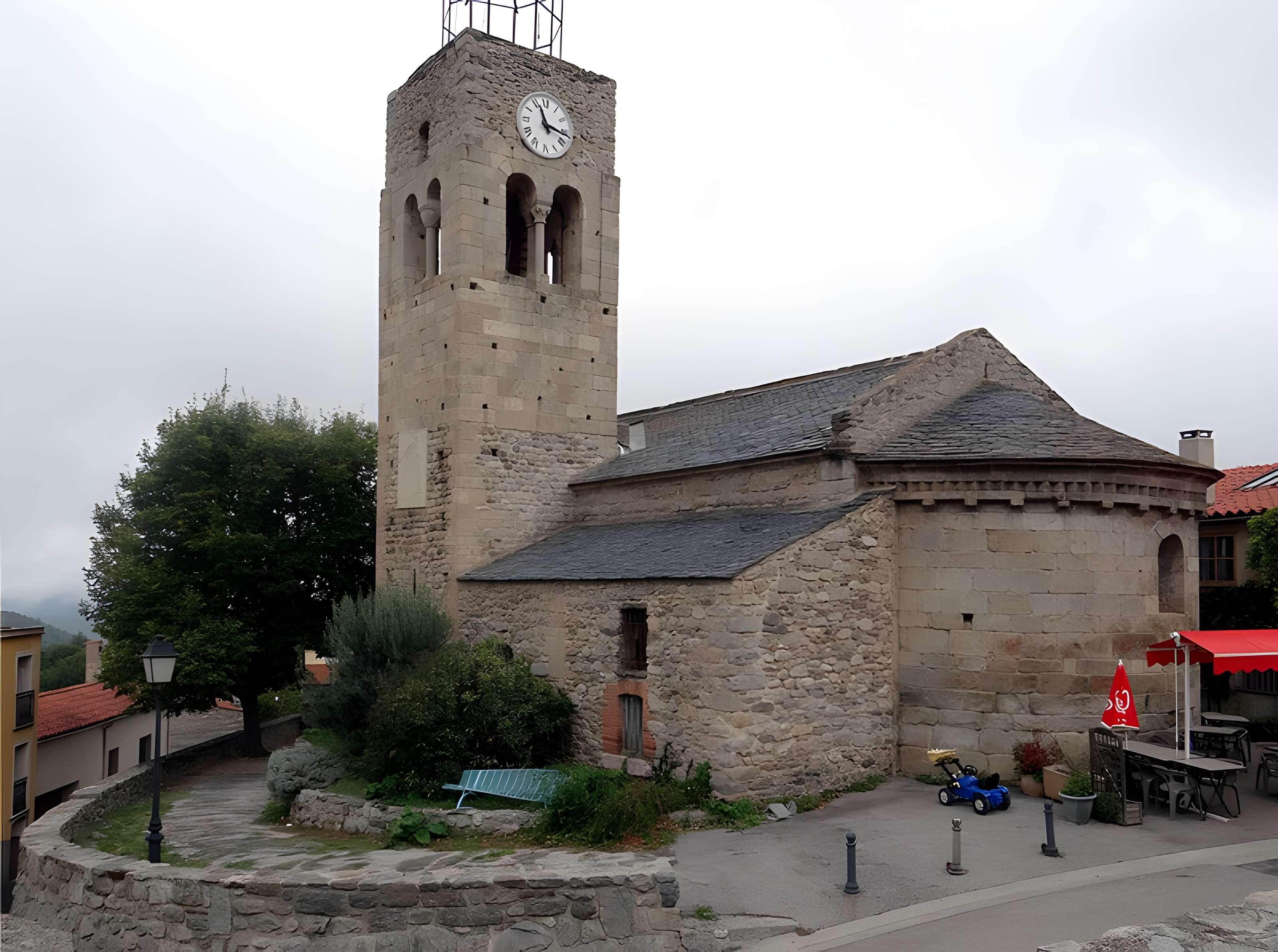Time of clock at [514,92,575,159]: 11:16
